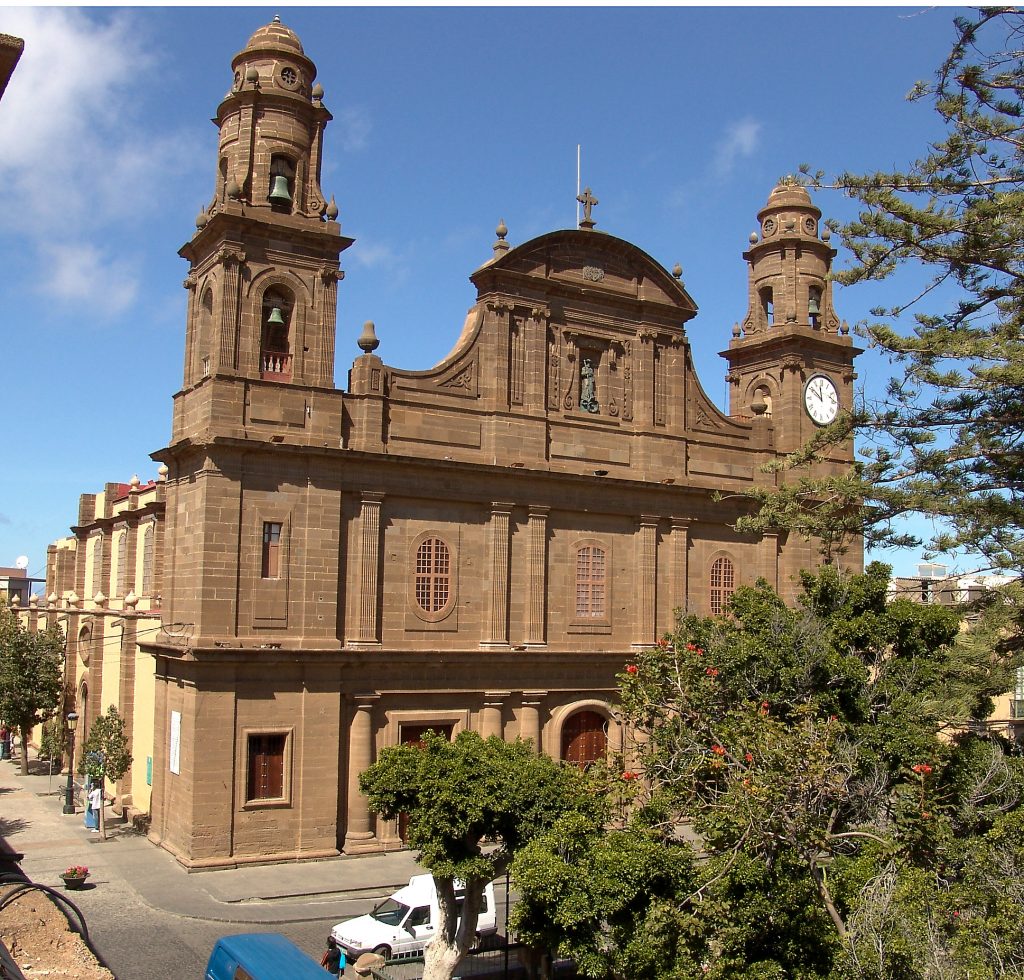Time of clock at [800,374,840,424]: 11:50
